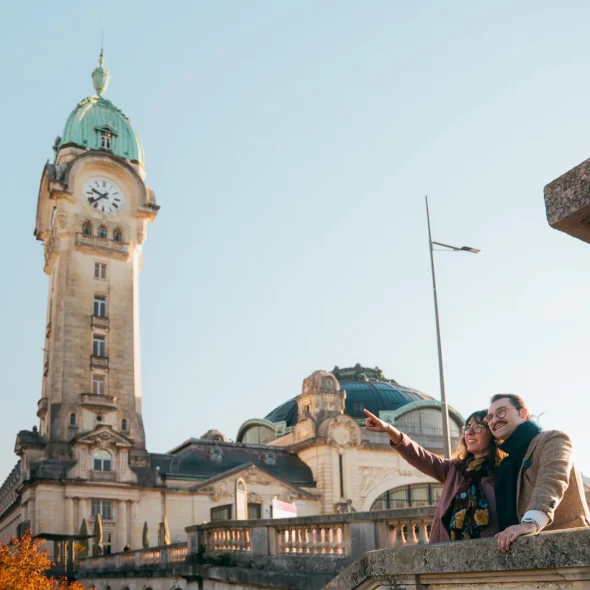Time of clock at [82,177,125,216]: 9:37
